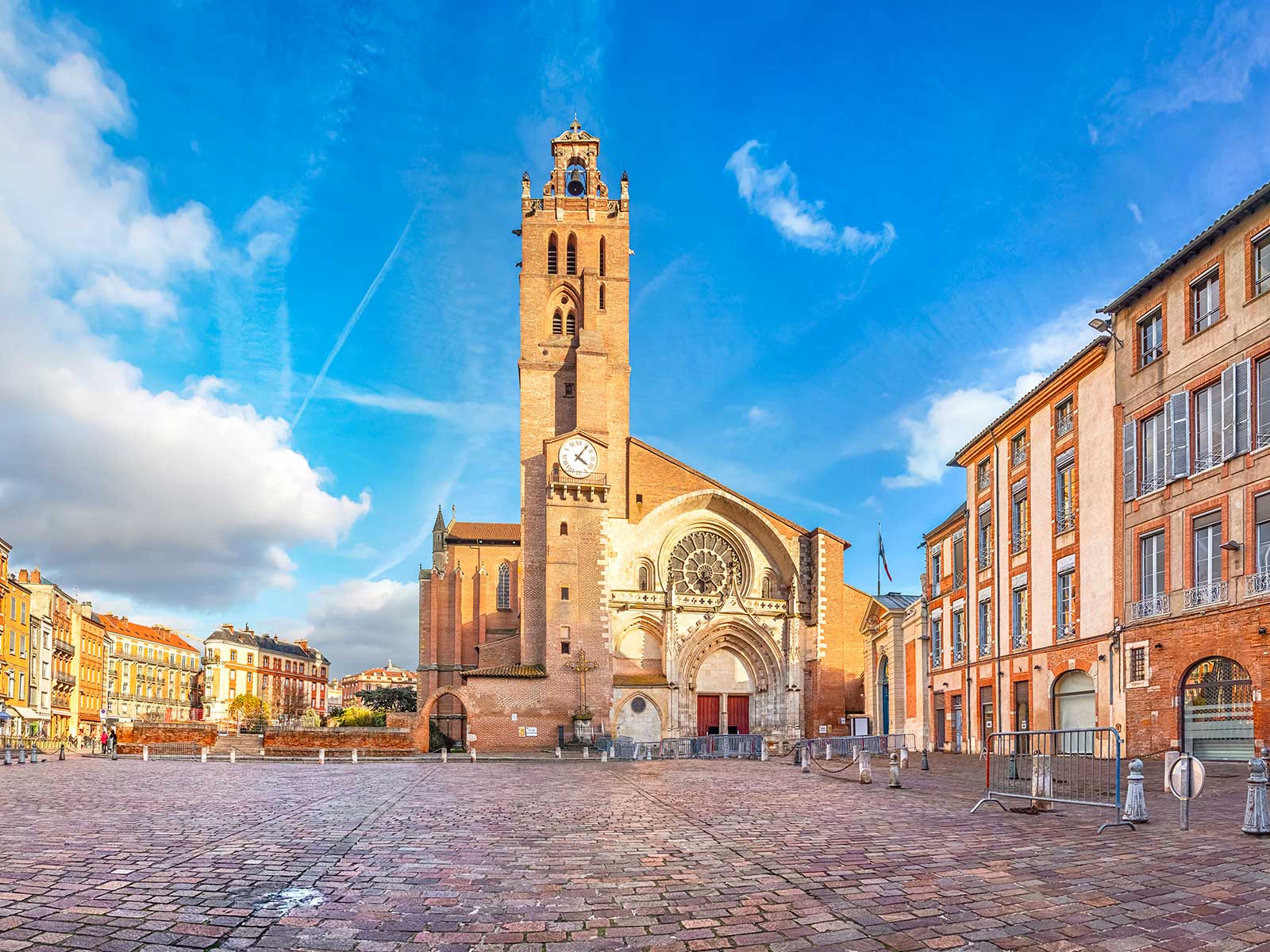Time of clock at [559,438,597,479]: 4:06
